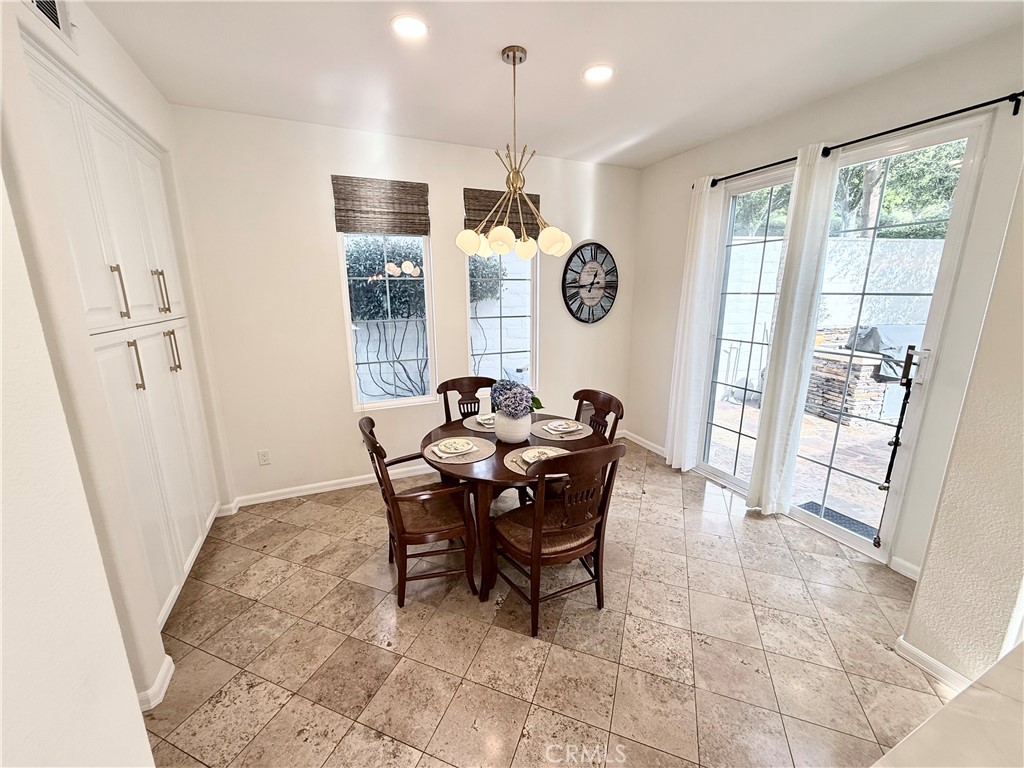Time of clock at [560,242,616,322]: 12:43
